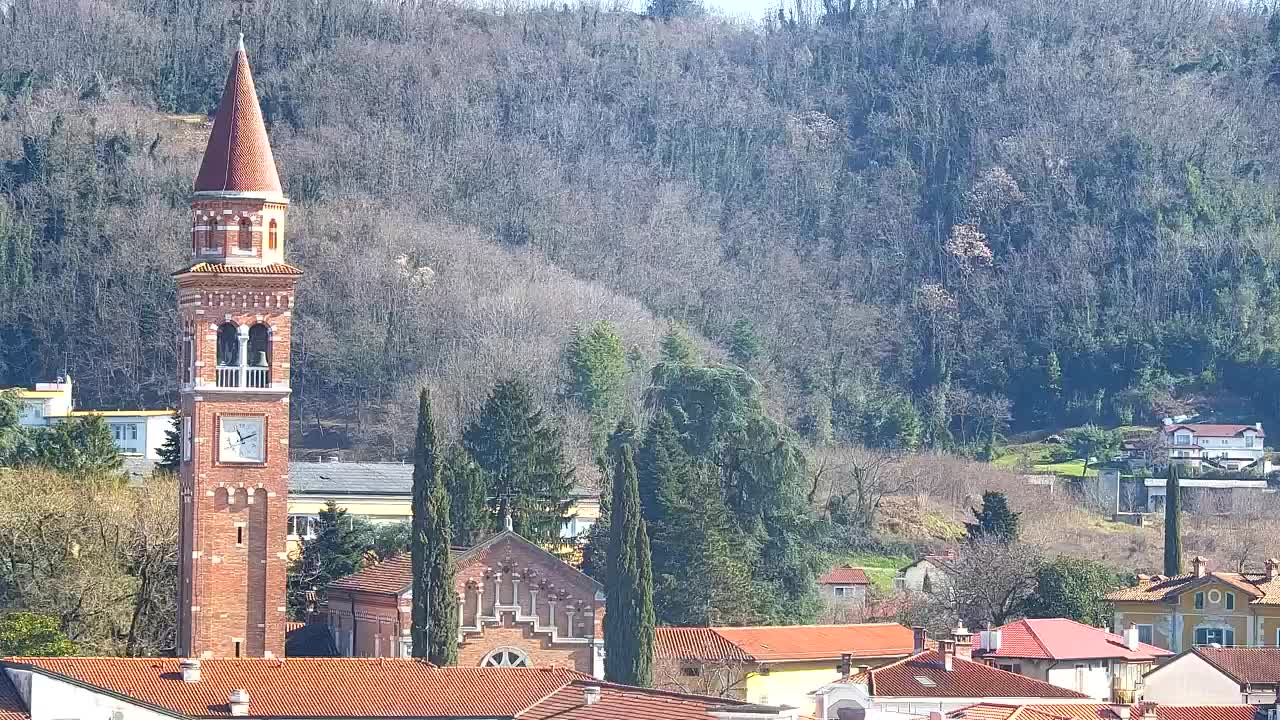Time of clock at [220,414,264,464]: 11:11
